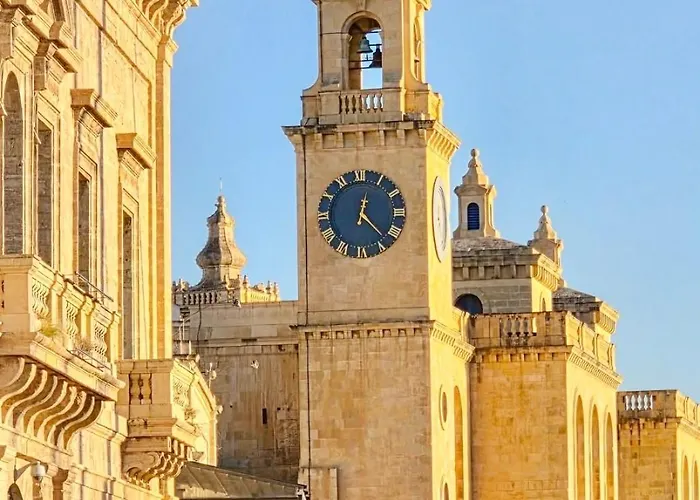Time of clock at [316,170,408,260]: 12:23
